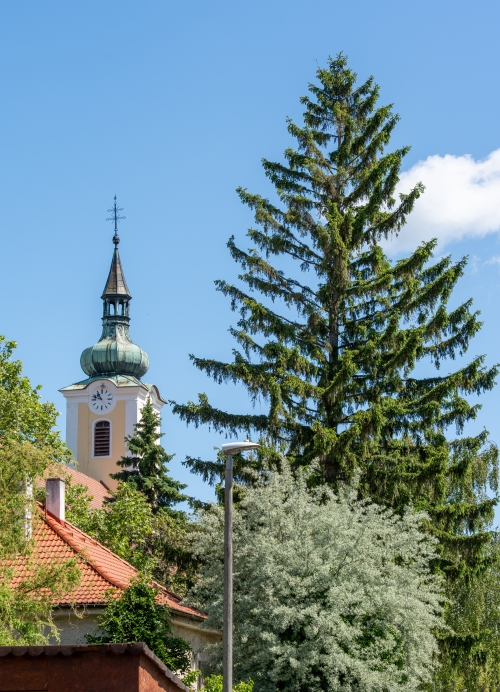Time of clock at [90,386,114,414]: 10:47
